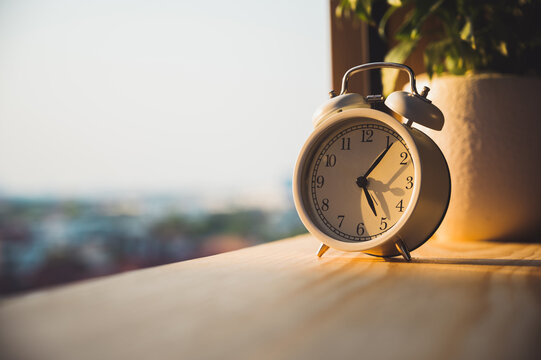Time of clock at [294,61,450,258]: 5:06
